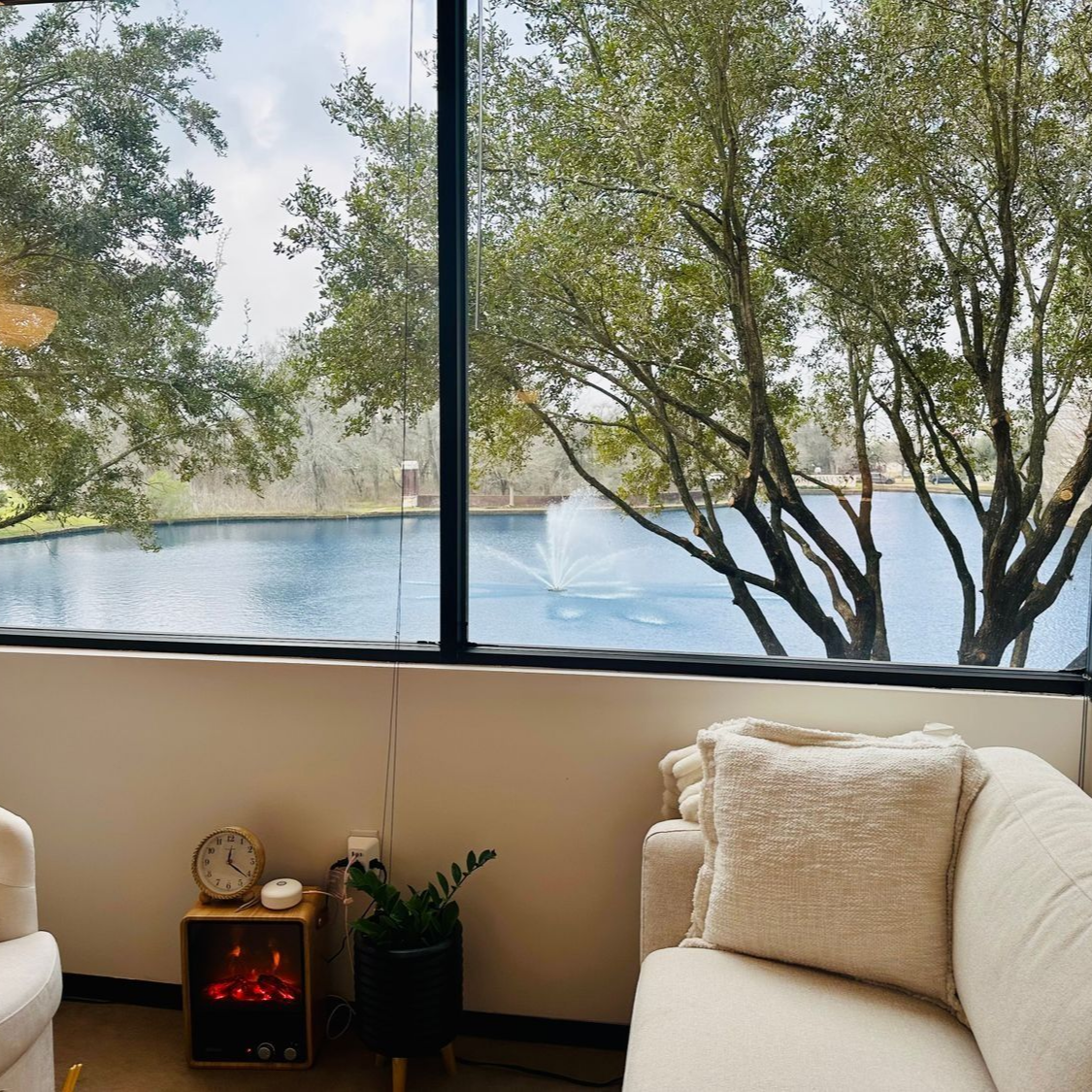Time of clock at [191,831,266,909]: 12:21
